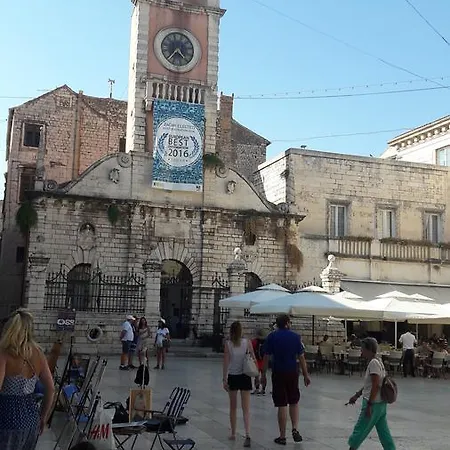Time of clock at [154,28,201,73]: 4:37
